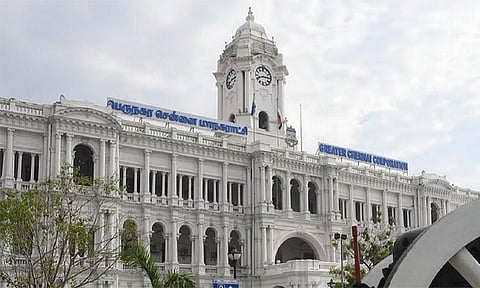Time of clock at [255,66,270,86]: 8:14
